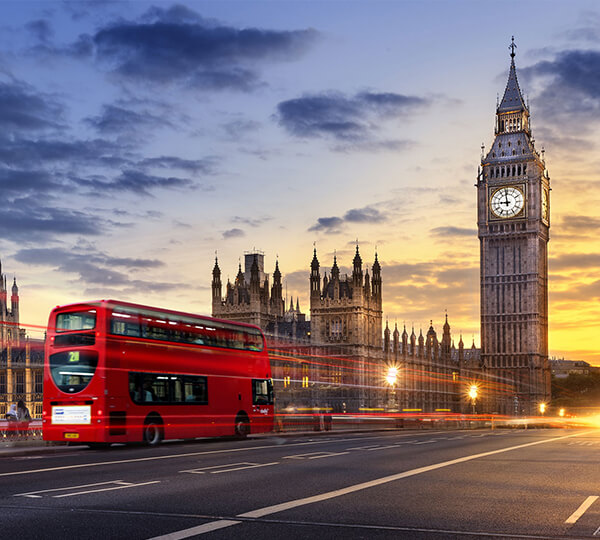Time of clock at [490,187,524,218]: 8:58
